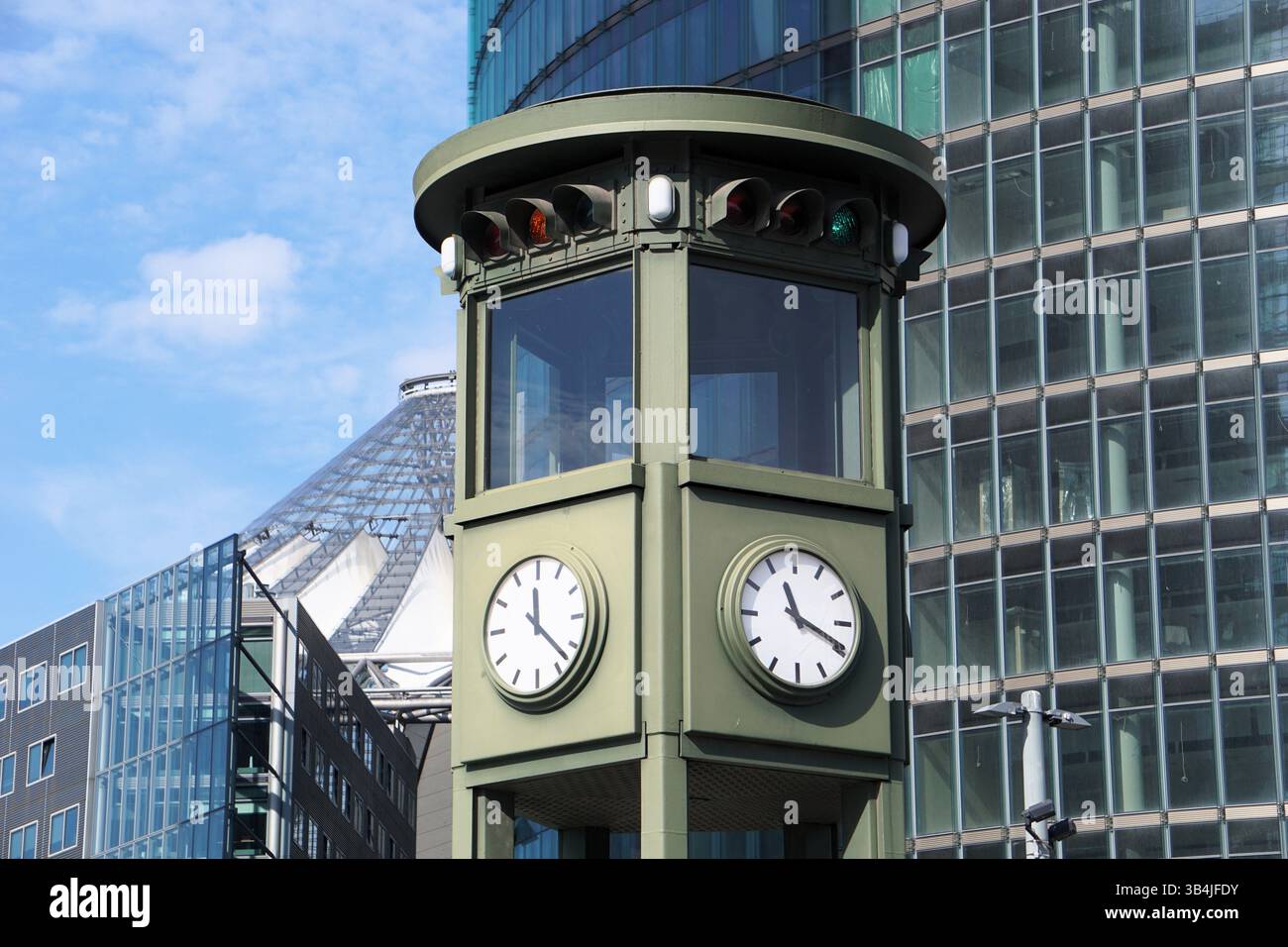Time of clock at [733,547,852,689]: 11:19
